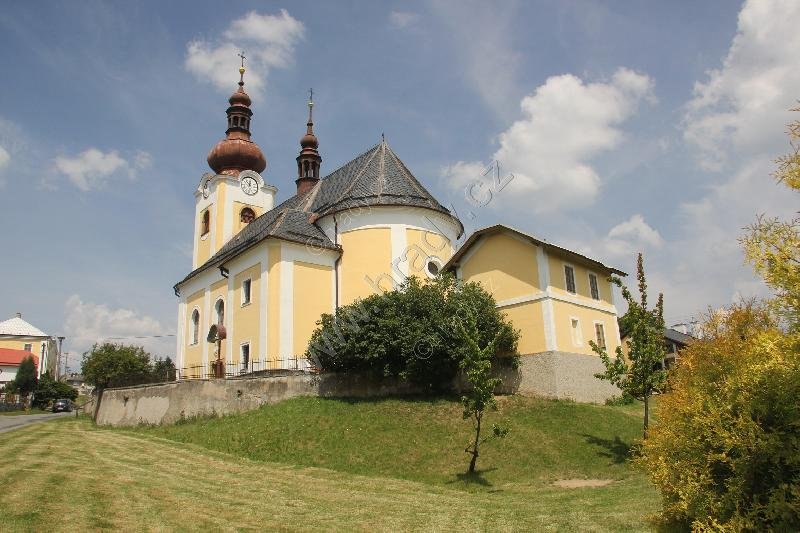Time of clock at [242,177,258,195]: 11:52
